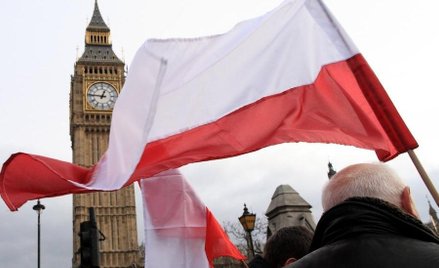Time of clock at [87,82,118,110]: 12:46
